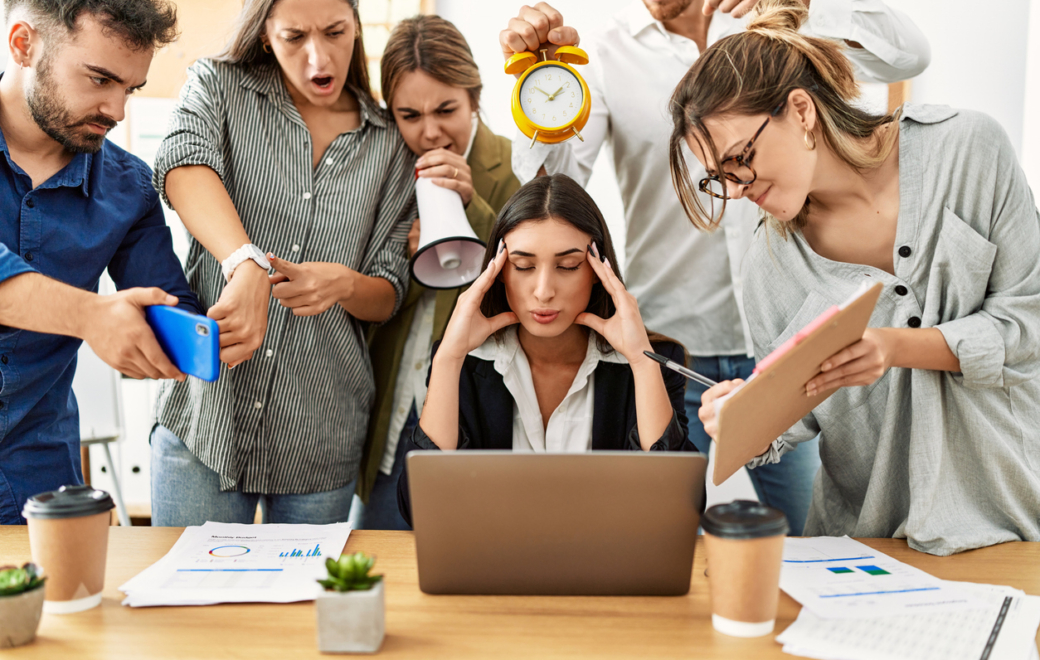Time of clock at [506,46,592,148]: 1:52
